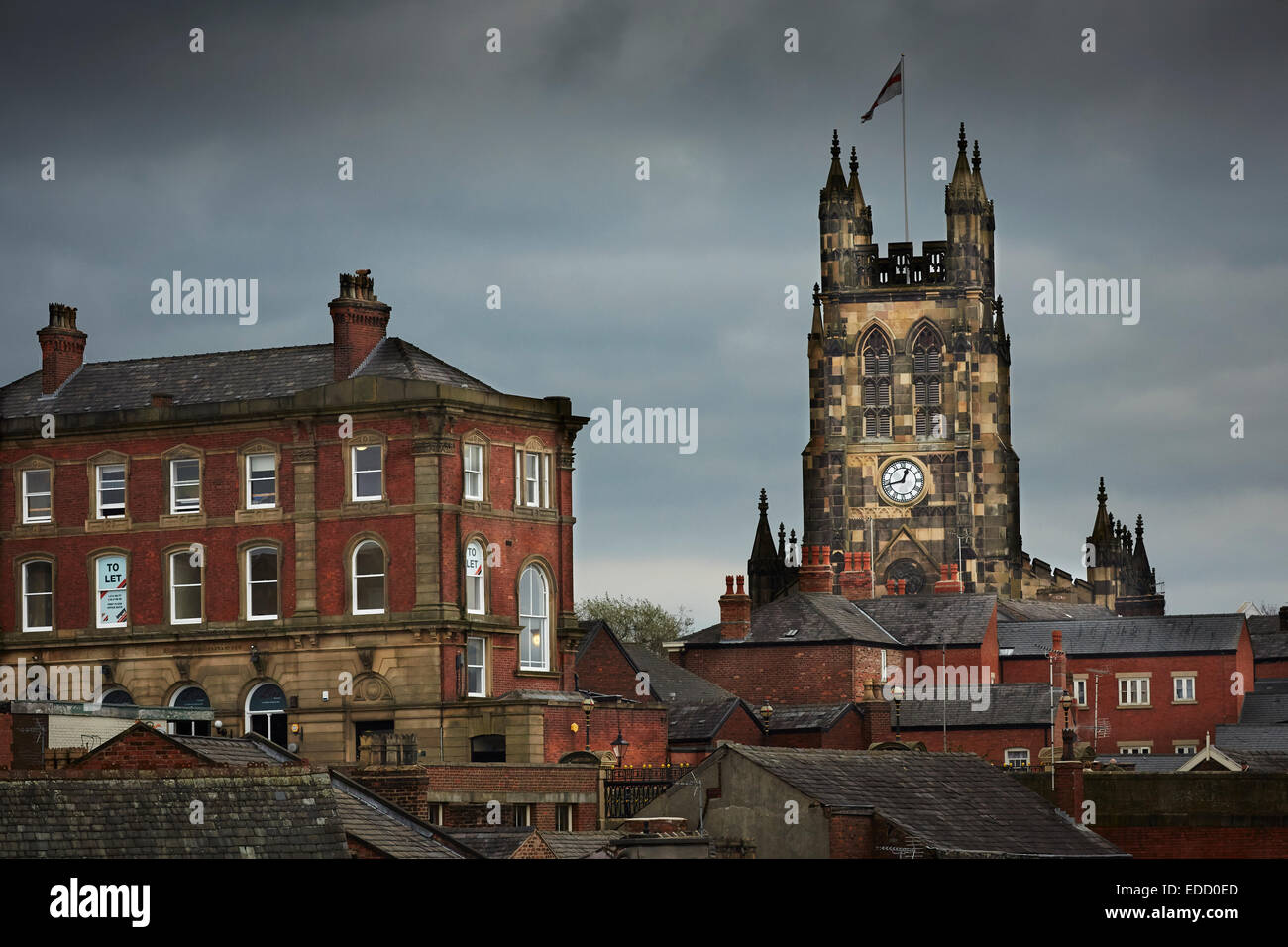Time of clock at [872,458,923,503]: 12:42
